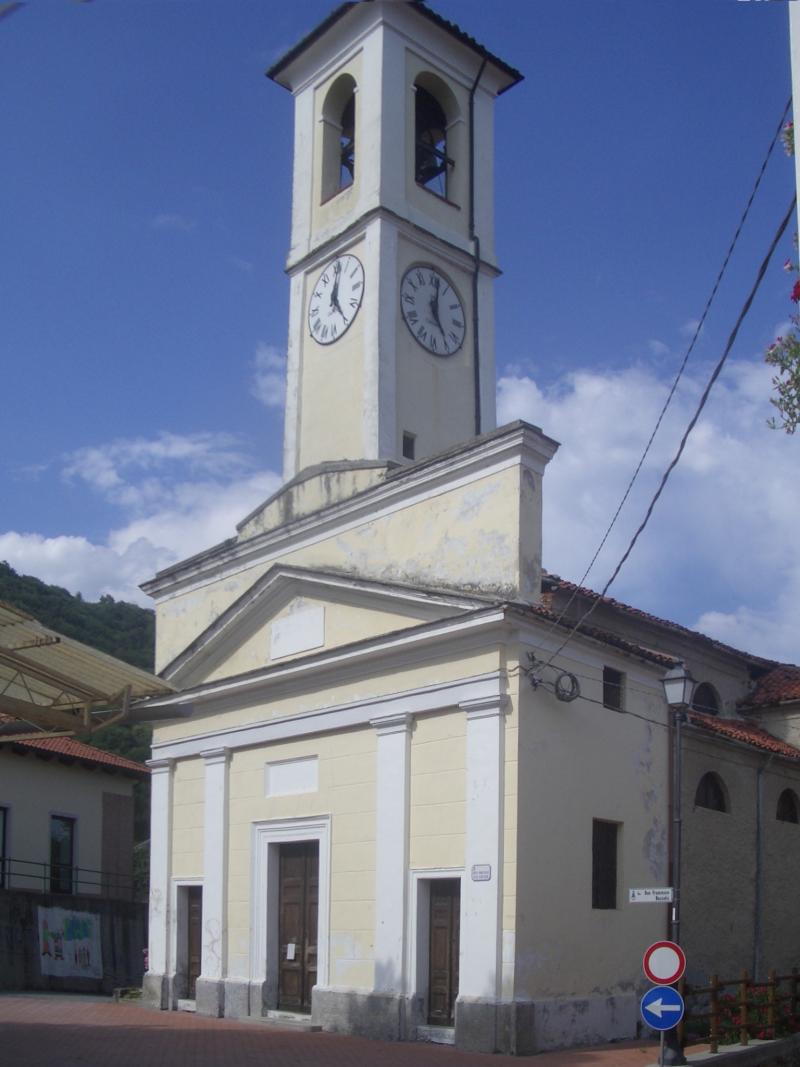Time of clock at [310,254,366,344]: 12:24
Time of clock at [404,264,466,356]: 5:01
